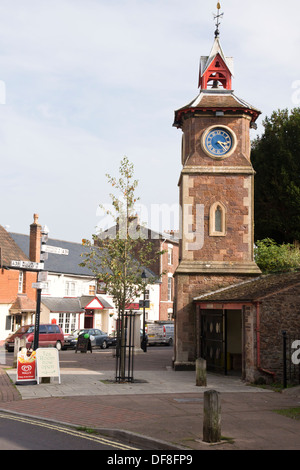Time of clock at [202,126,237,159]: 3:22
